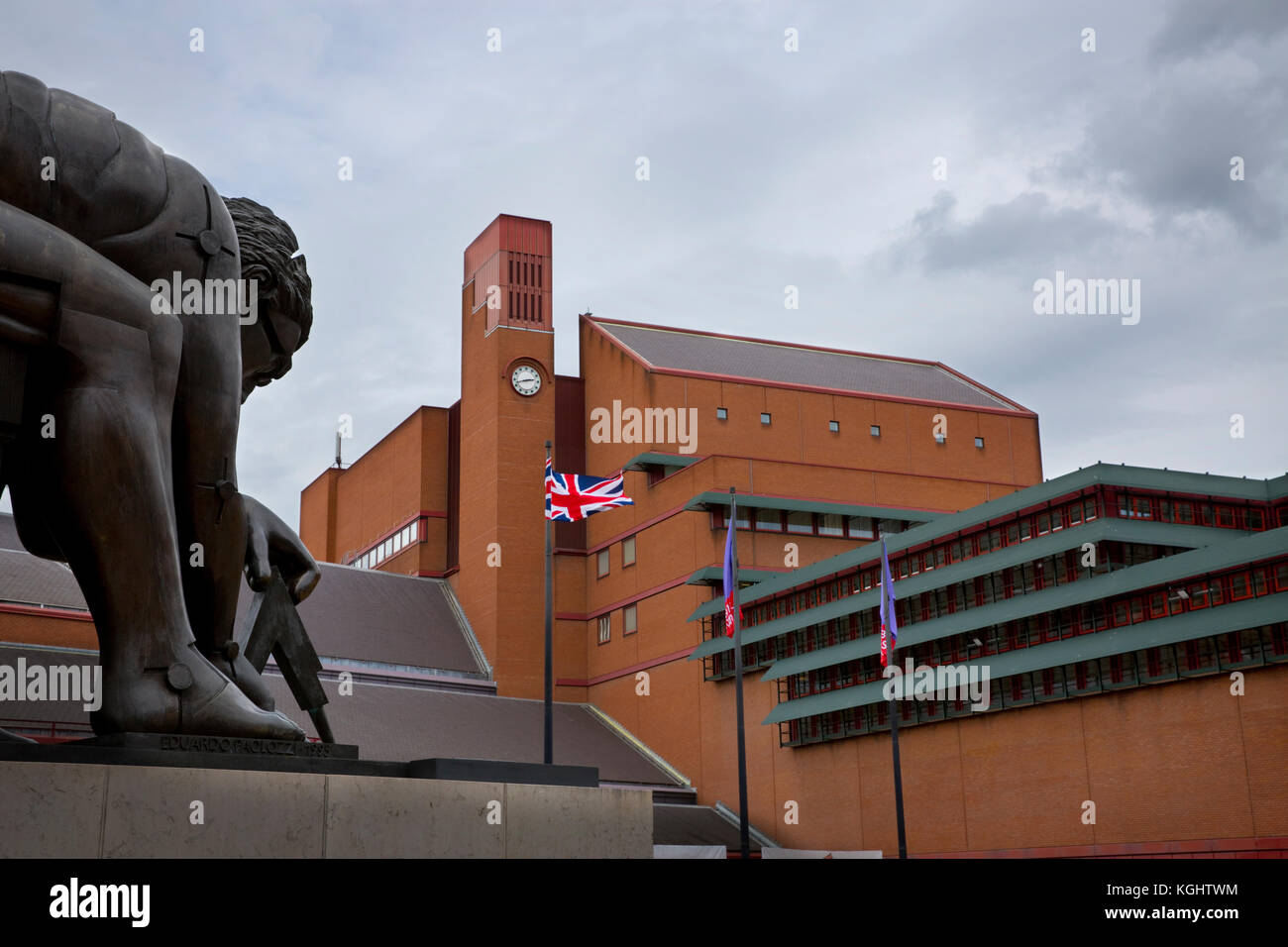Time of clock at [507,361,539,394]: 2:42
